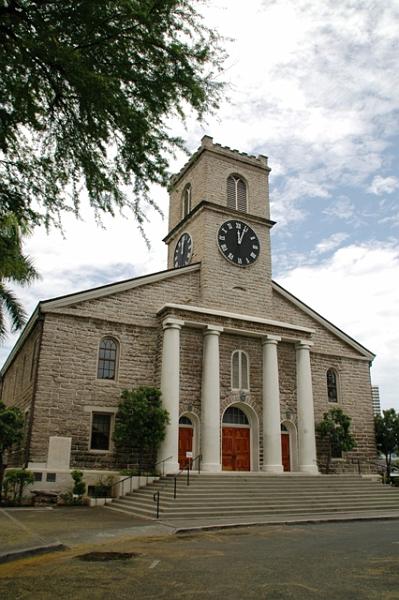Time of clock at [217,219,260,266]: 12:03
